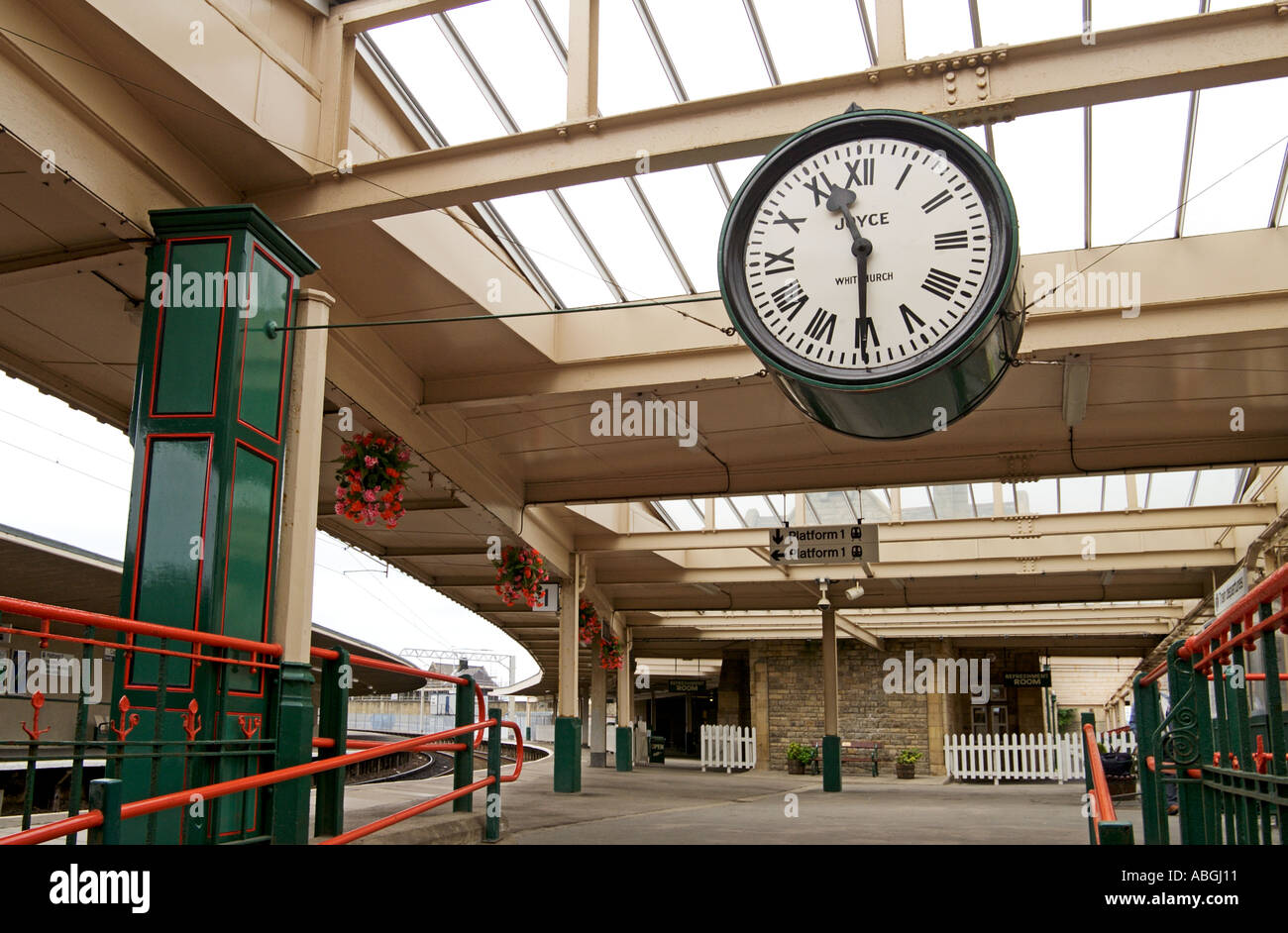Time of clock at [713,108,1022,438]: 11:30
